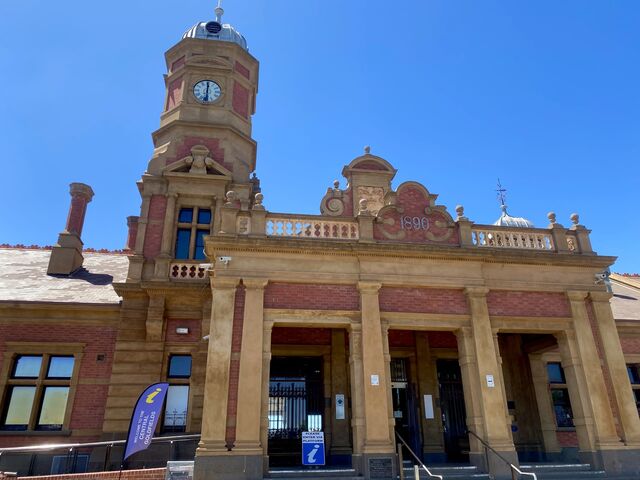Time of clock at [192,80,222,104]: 6:00
